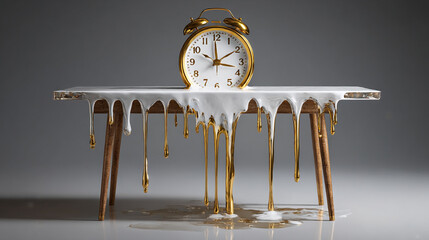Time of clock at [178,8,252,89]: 1:59
